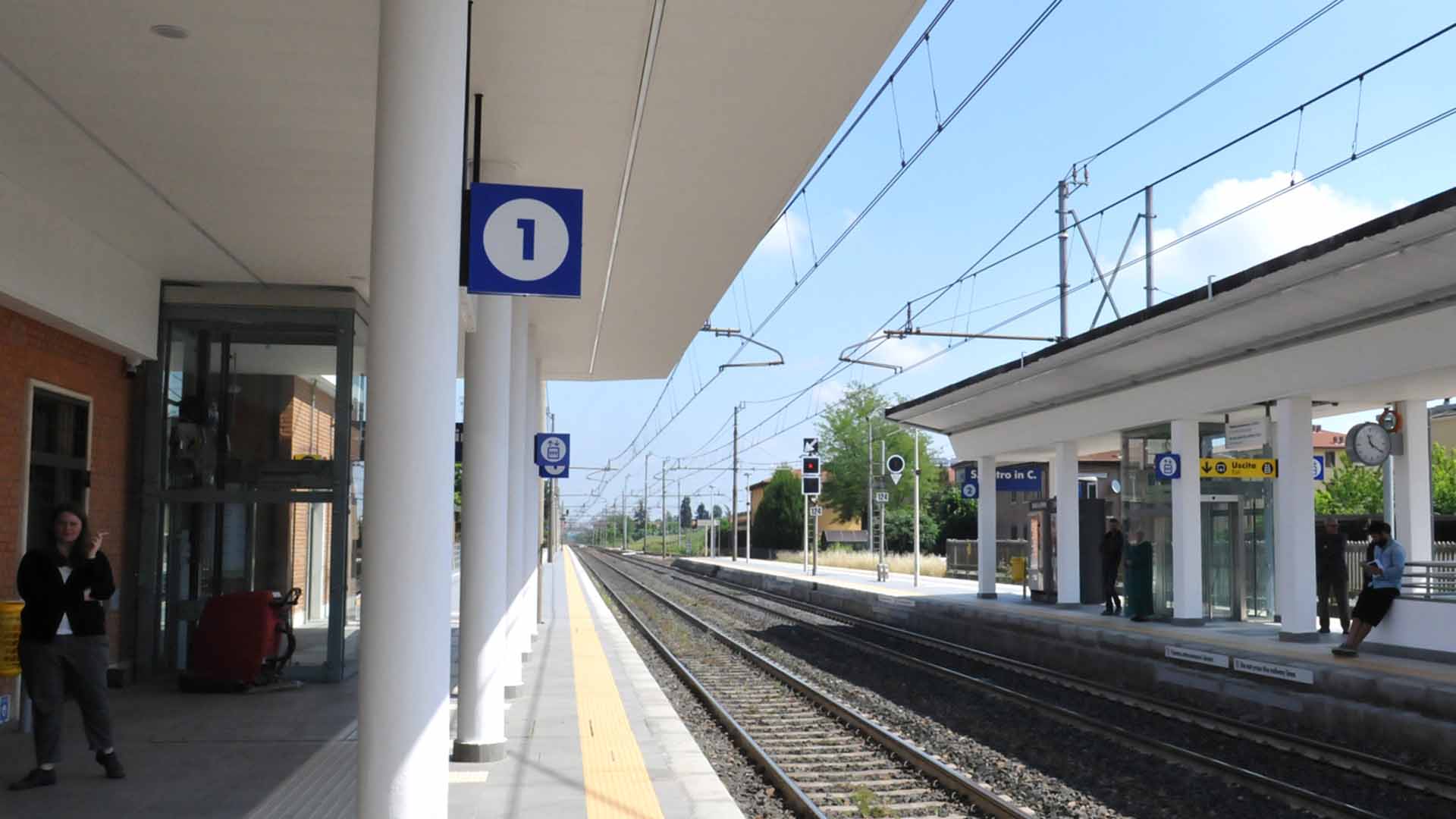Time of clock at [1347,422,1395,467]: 11:20
